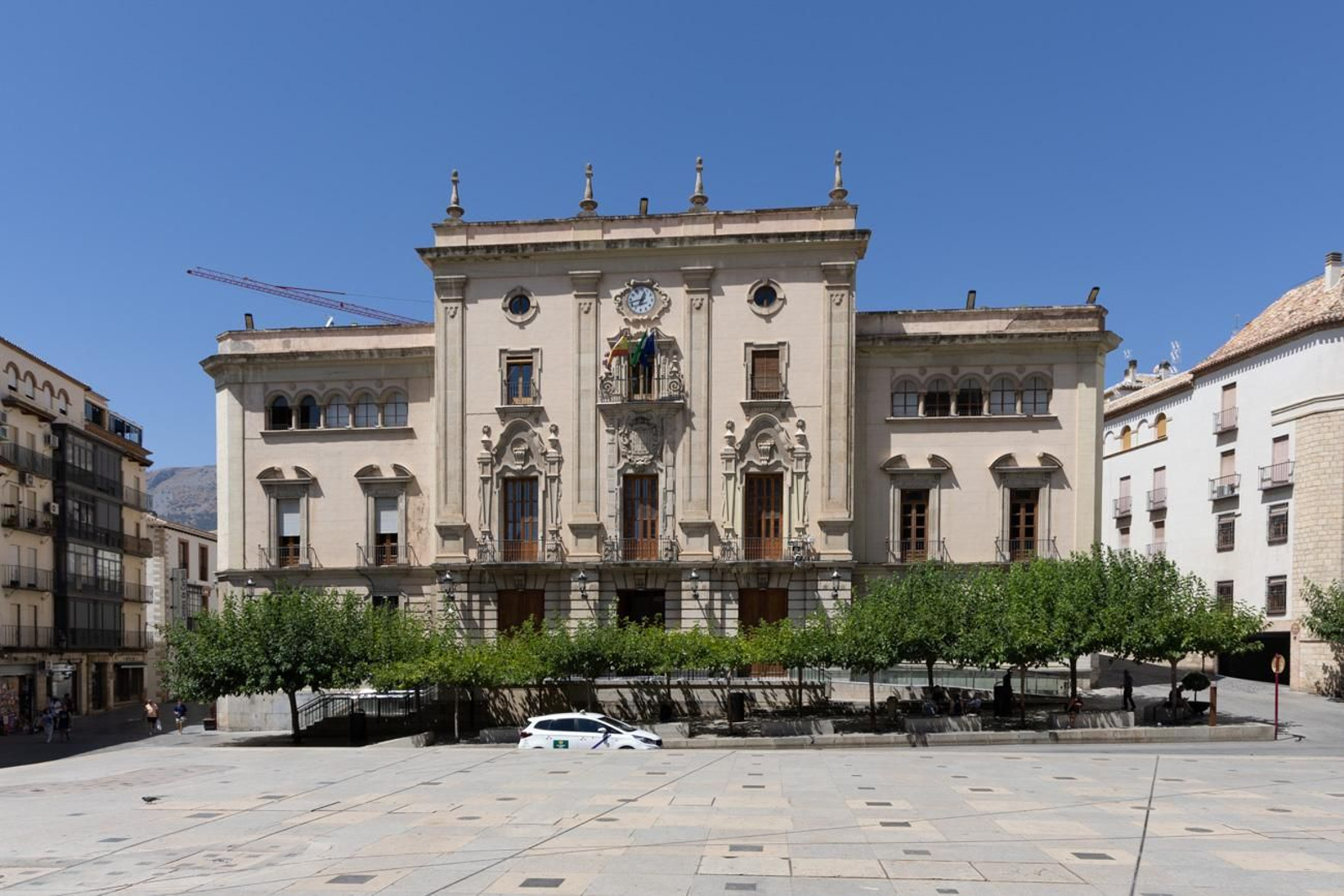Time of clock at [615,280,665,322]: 12:42
